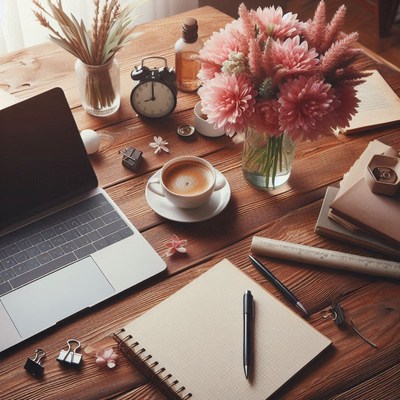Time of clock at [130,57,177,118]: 7:59
